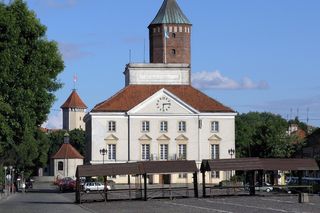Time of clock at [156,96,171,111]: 6:14
